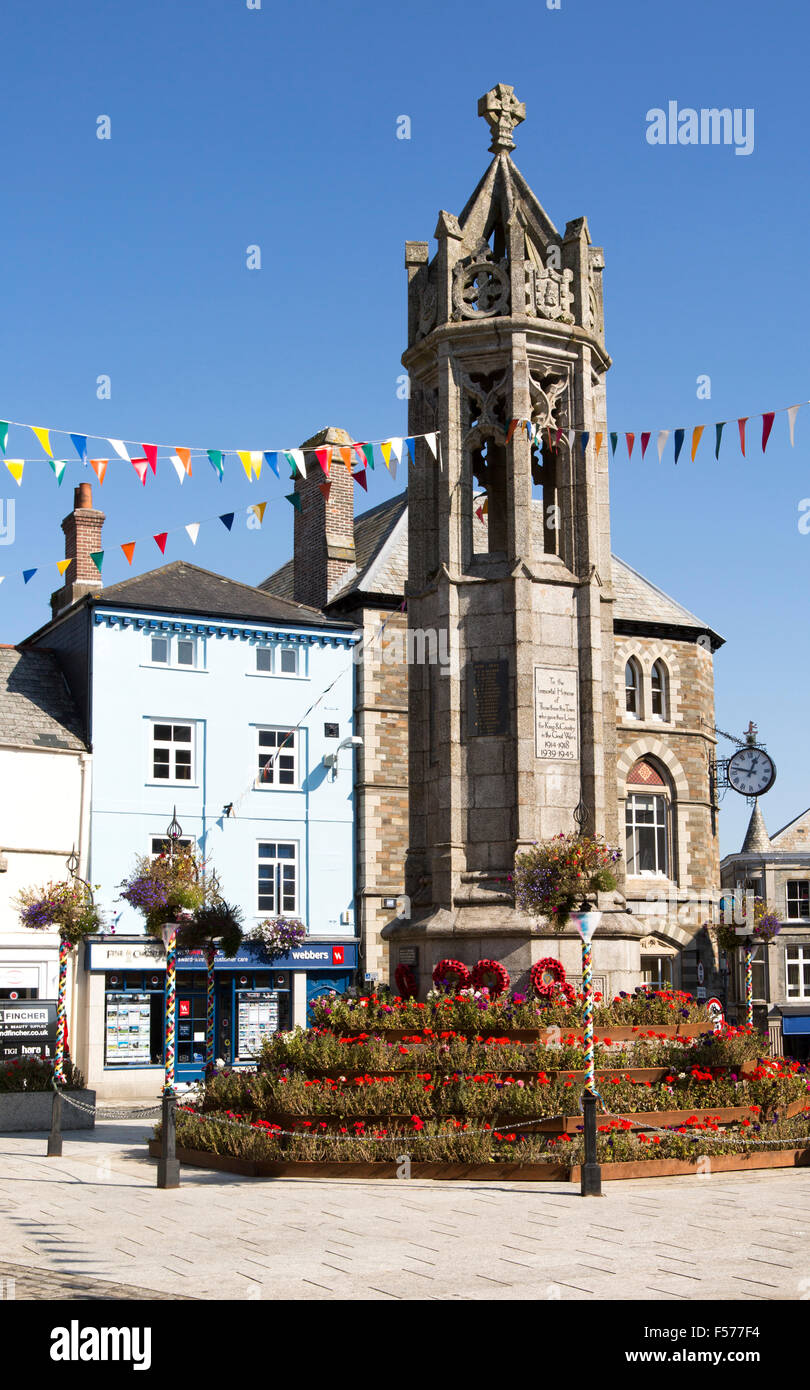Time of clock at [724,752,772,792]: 12:47
